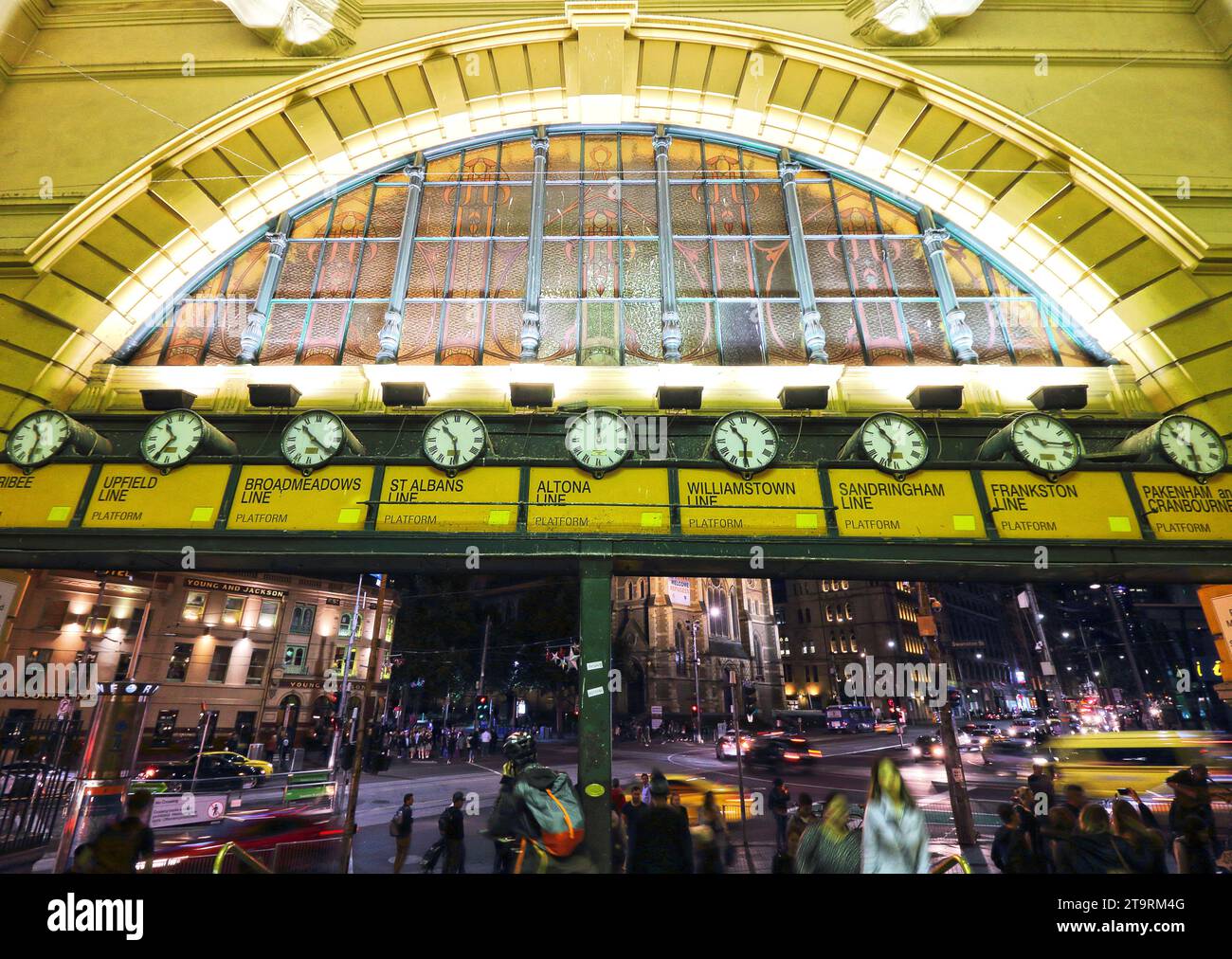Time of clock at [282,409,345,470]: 10:21
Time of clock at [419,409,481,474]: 10:28
